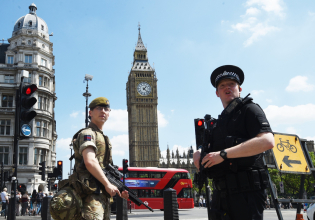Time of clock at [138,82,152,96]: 1:22
